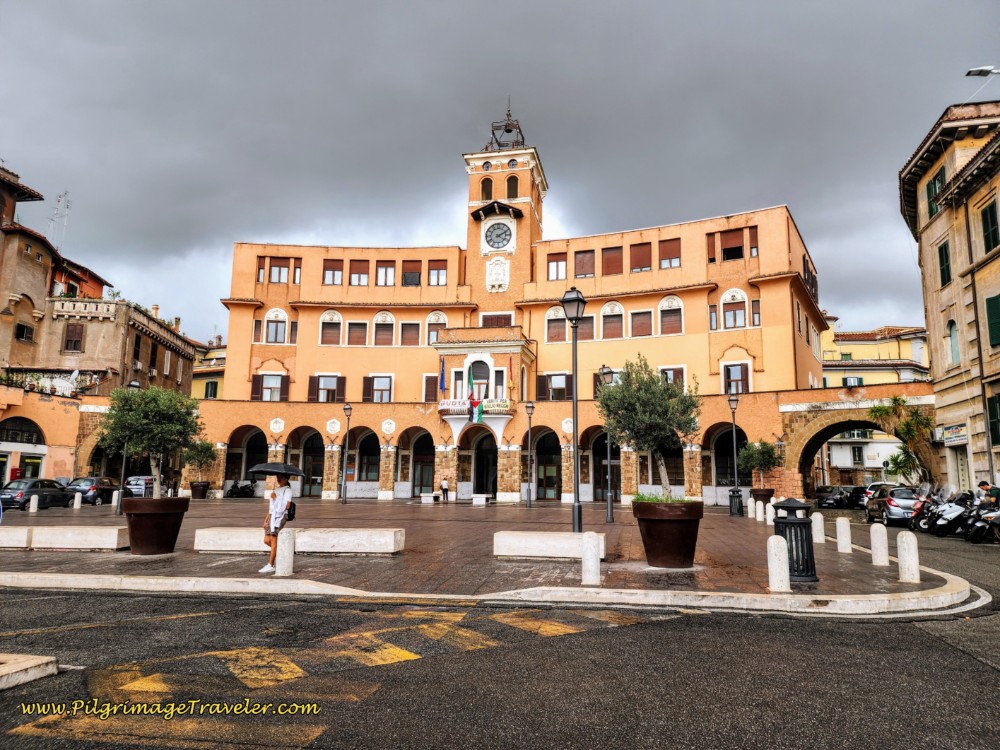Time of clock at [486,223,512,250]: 4:10
